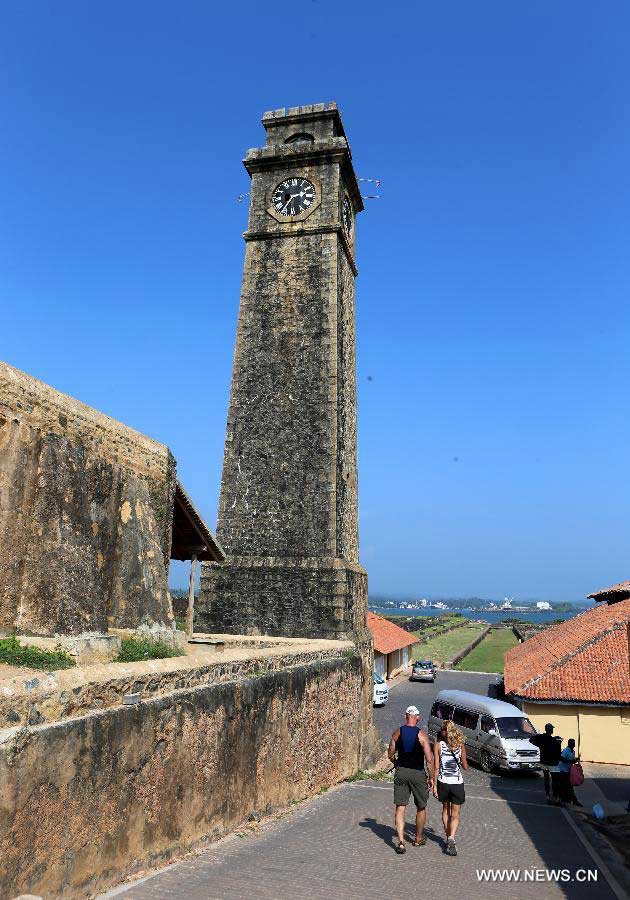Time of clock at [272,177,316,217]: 2:35
